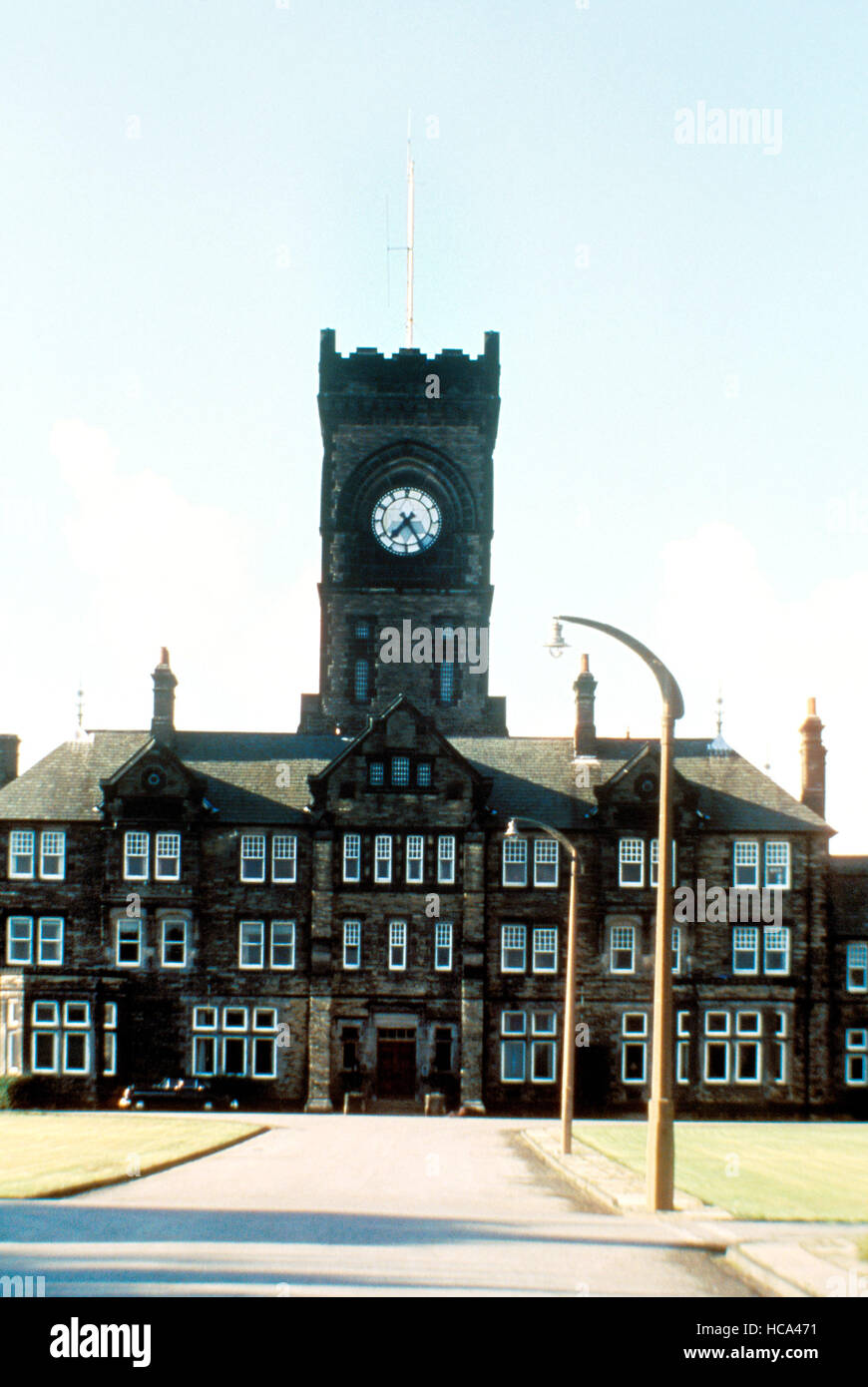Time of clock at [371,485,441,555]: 7:24
